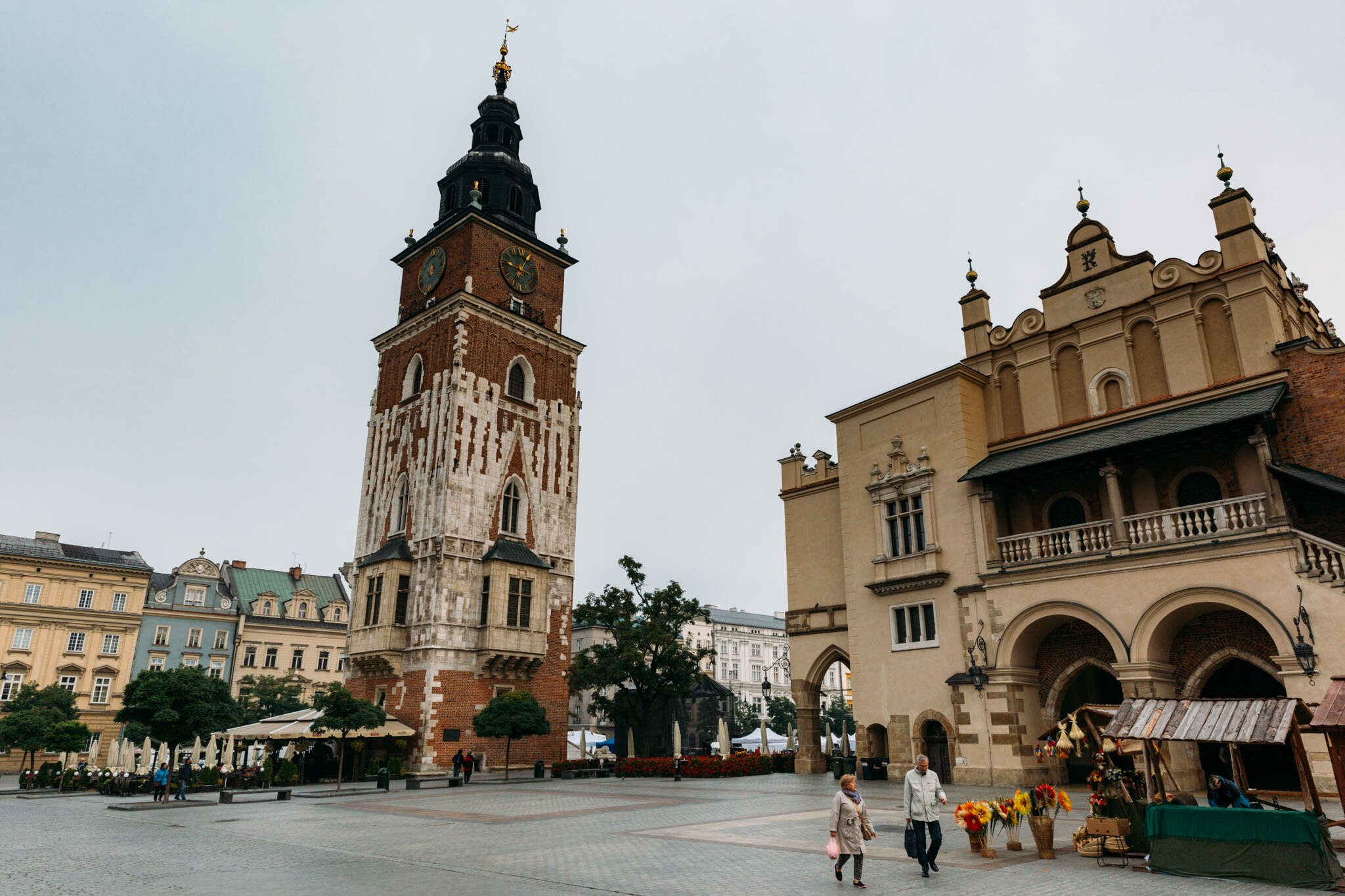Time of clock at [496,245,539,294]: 12:47
